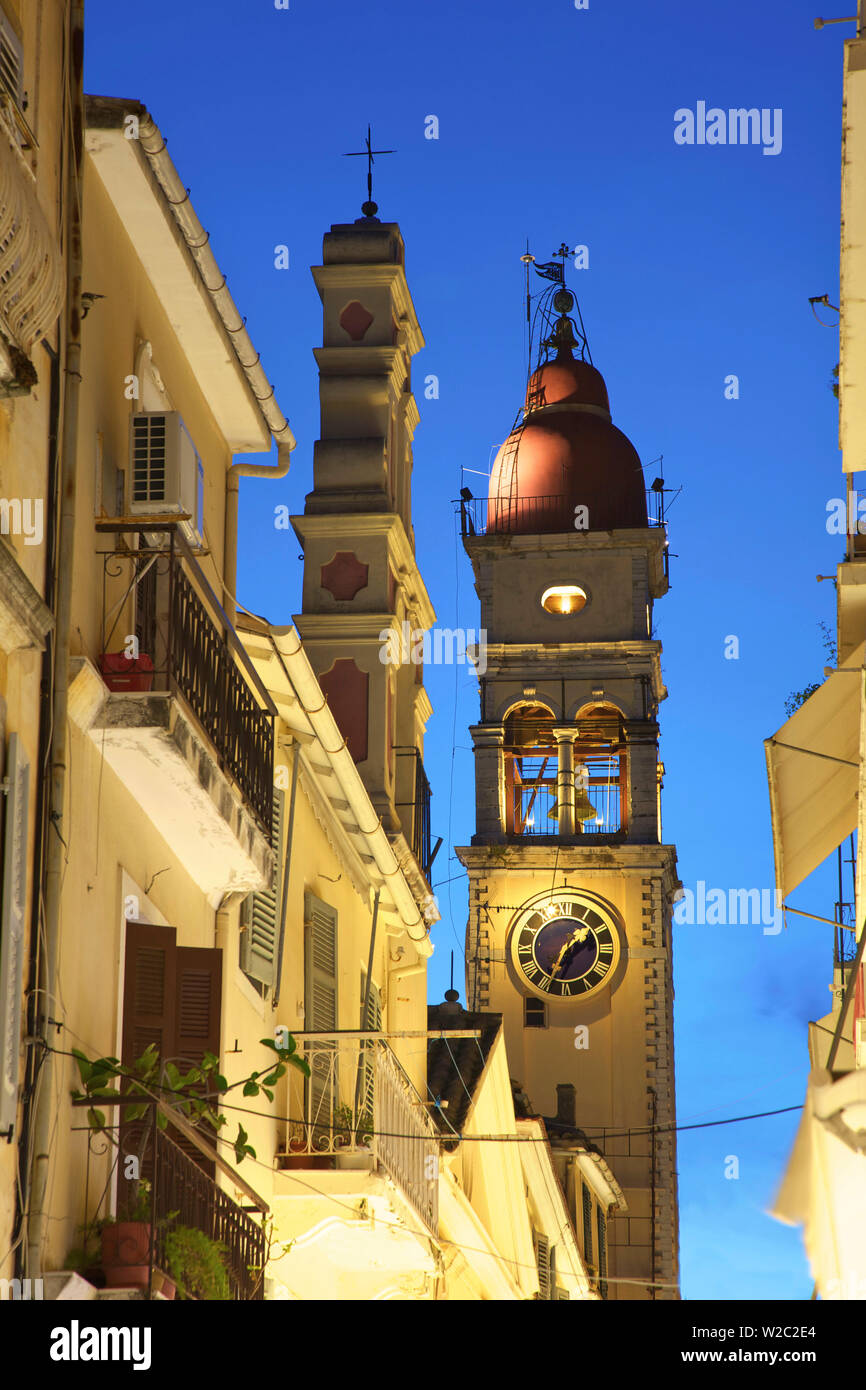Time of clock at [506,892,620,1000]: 1:34
